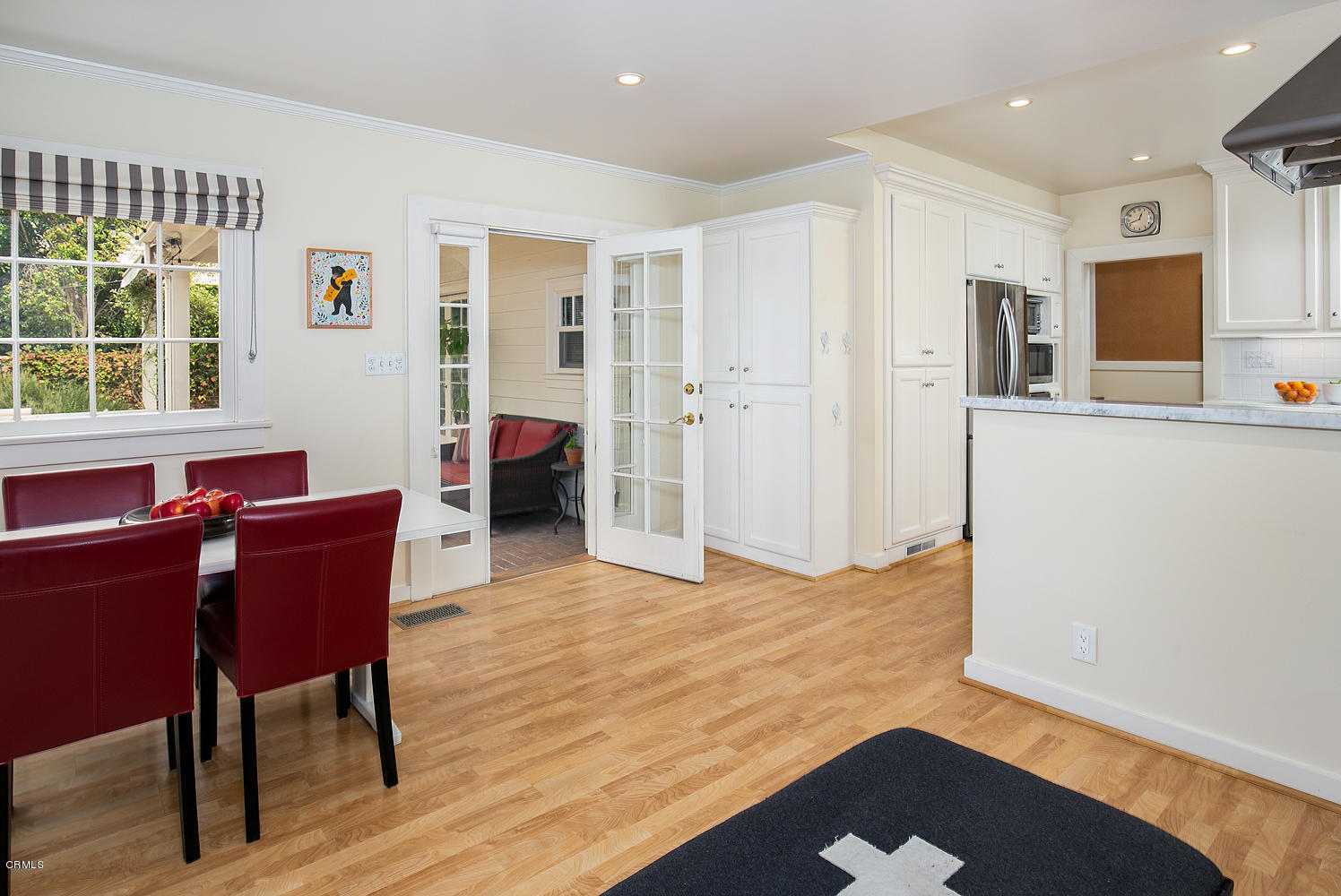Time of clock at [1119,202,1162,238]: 12:42
